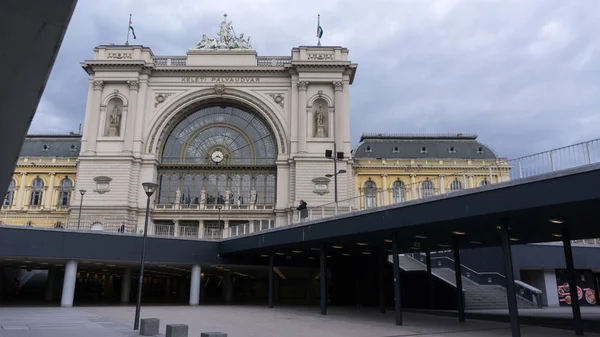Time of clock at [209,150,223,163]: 3:40
